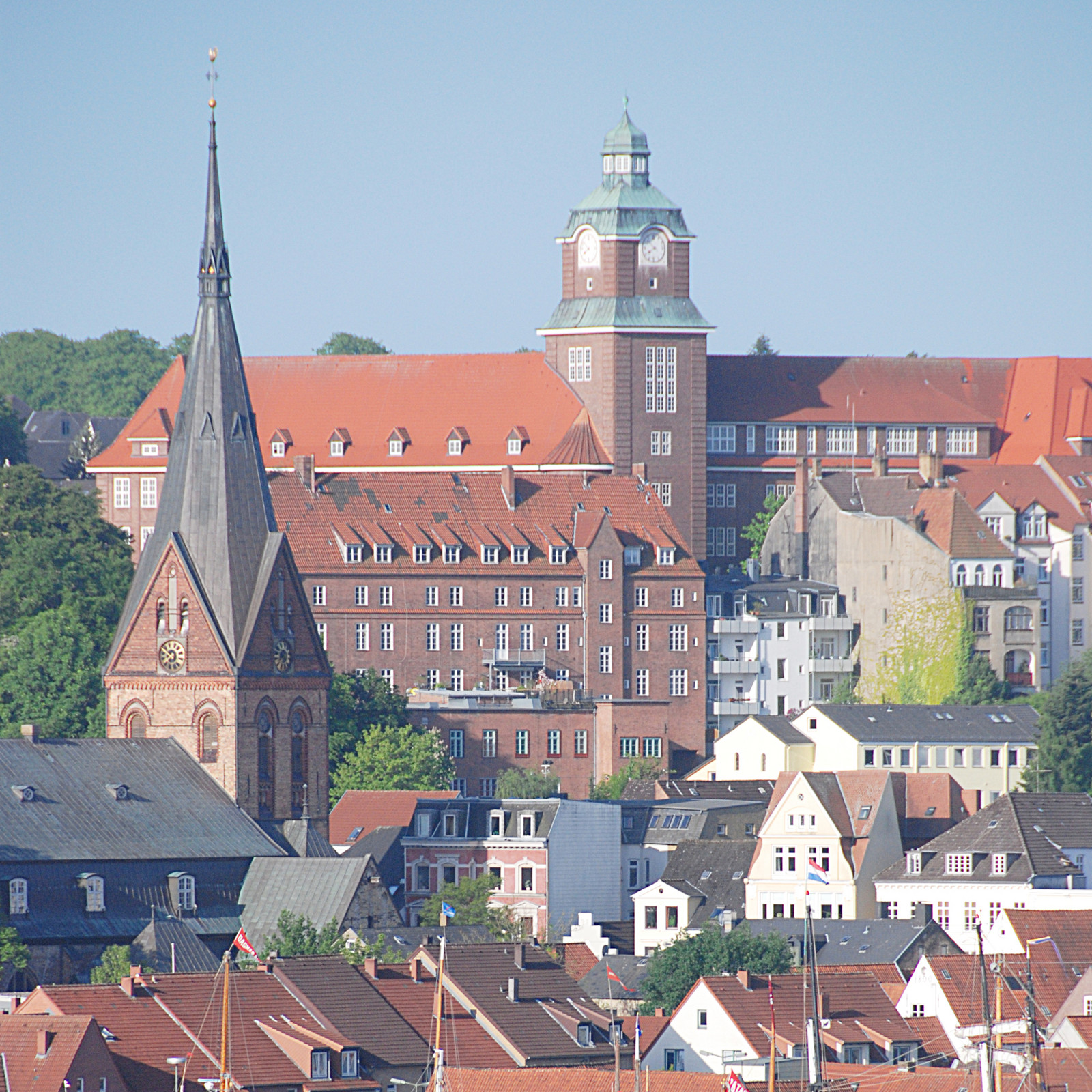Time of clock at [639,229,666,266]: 7:52
